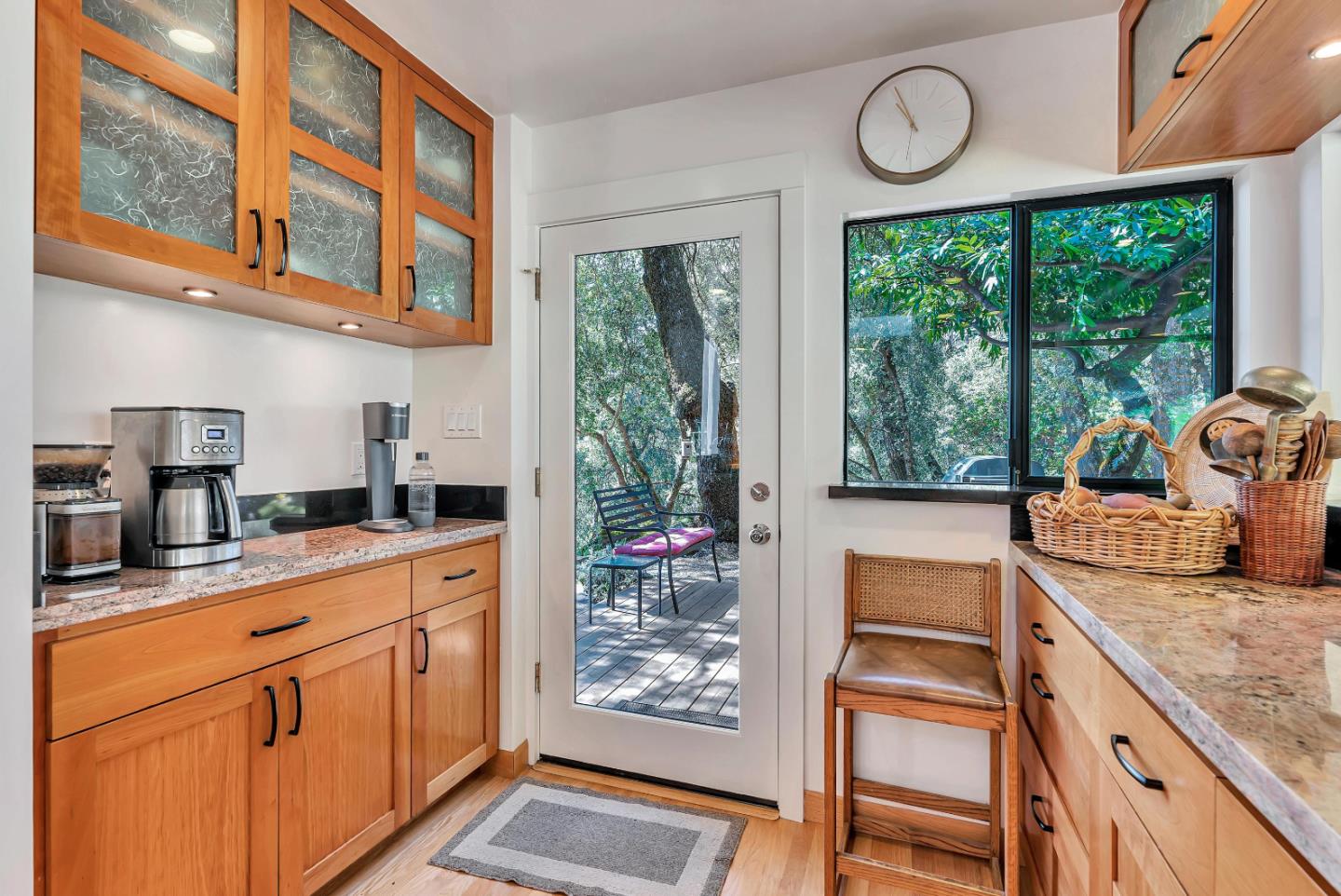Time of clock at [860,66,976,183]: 10:55
